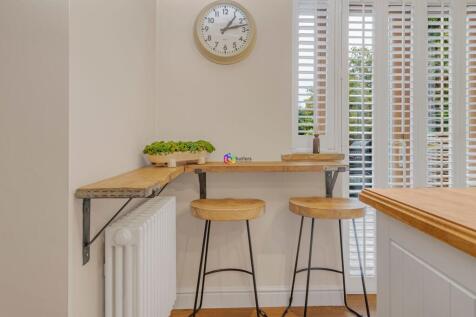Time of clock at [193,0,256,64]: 1:12
